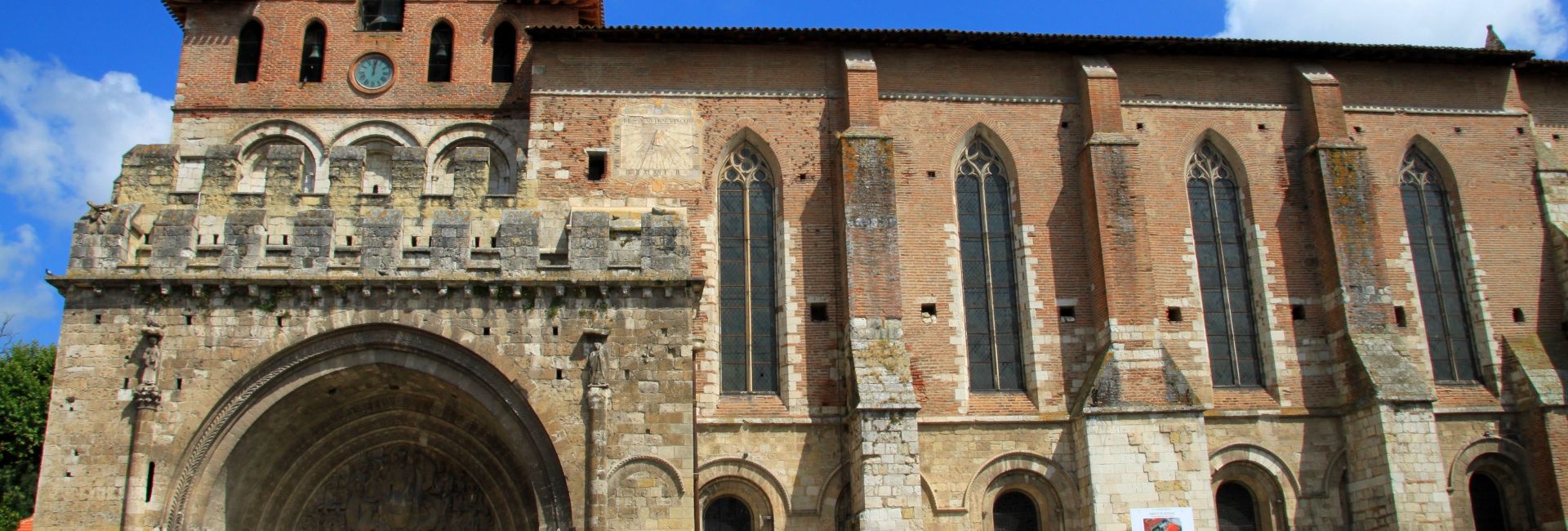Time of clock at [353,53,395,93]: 12:01
